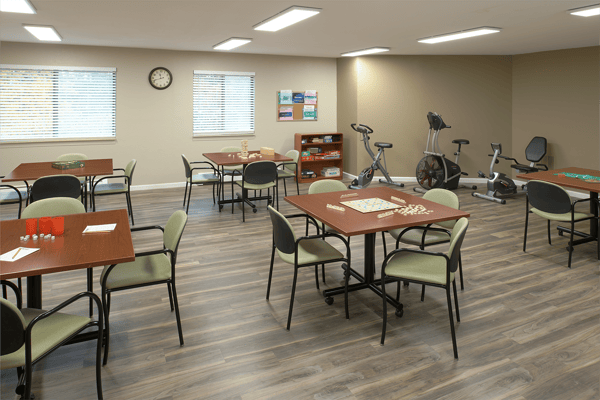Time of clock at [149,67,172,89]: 11:42
